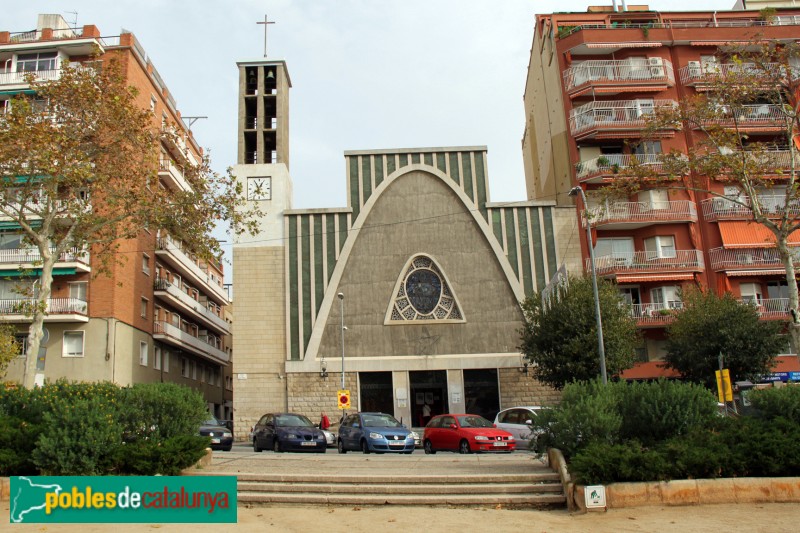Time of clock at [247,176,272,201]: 12:55
